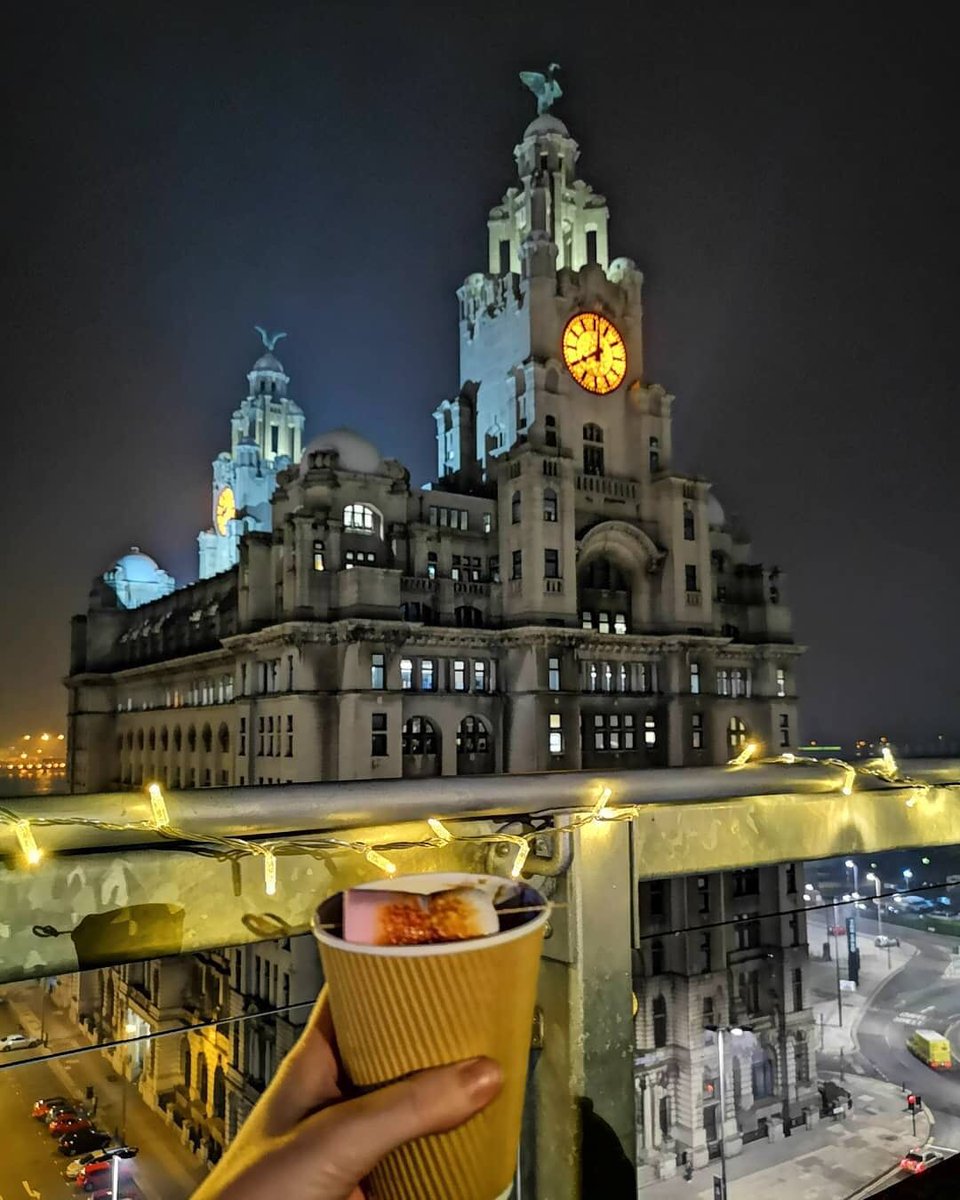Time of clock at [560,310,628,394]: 8:01
